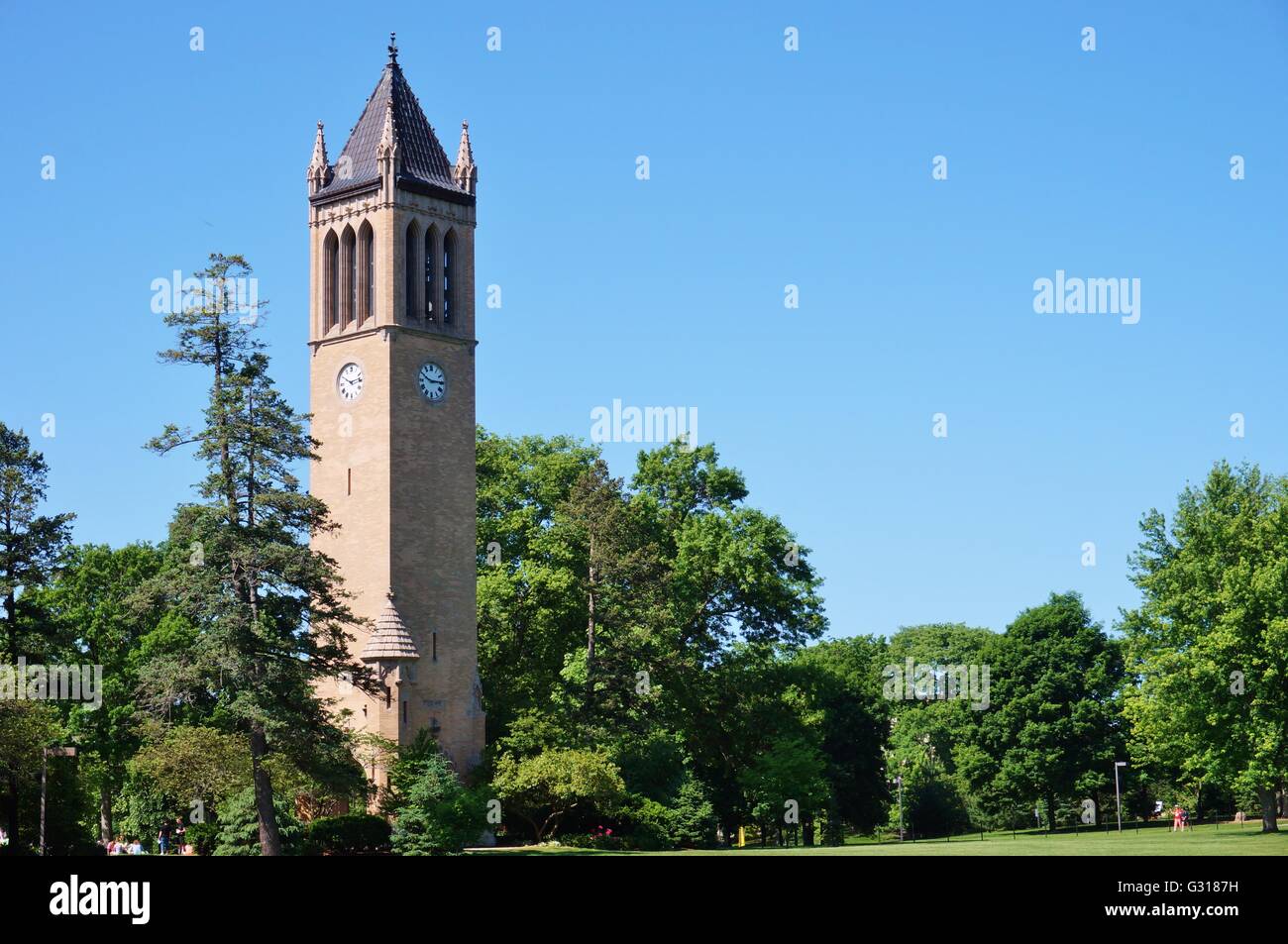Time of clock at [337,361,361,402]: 10:13
